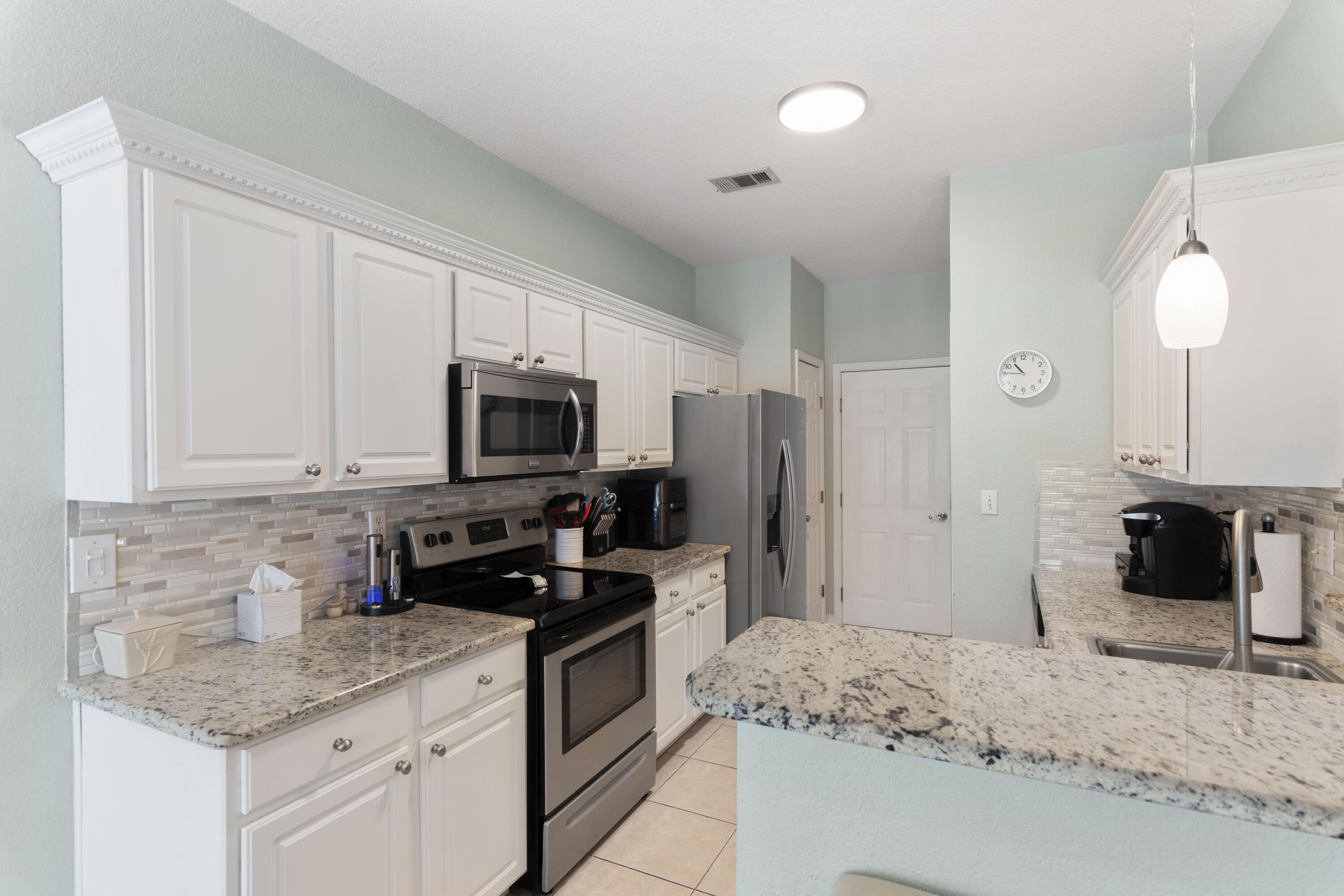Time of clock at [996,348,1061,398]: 10:45
